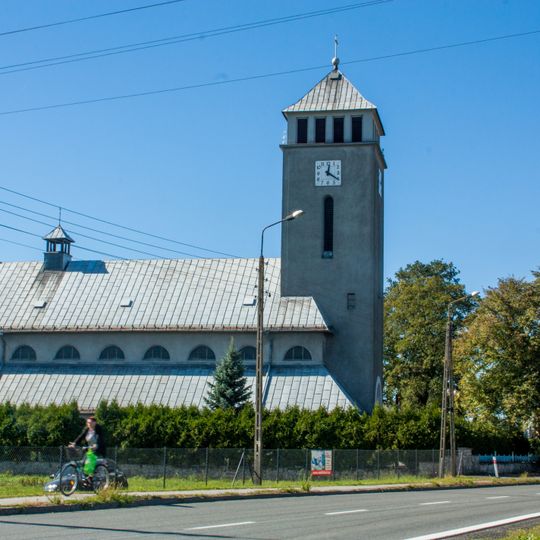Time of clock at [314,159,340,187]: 12:20
